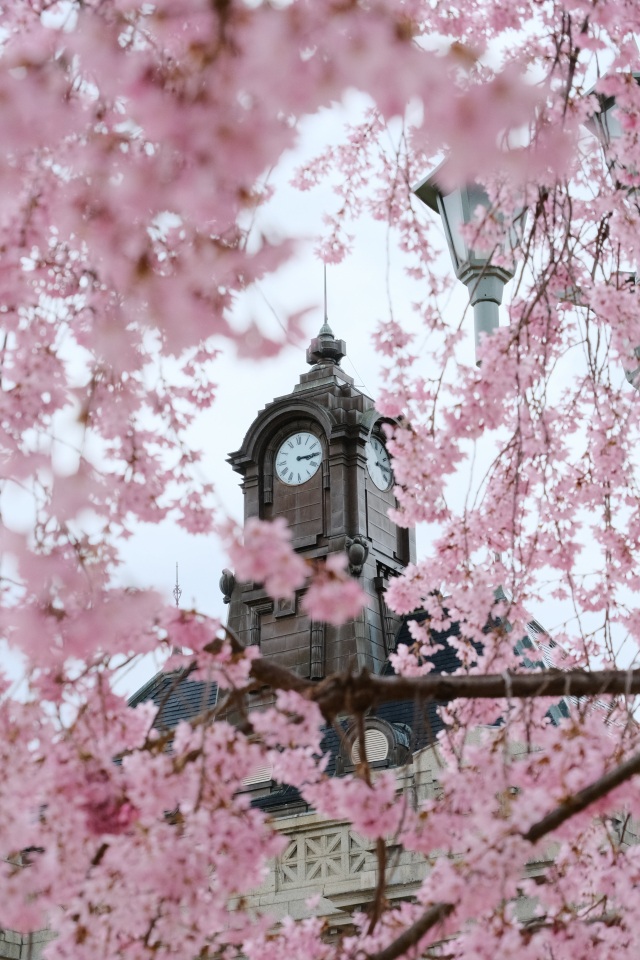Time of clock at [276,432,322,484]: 3:14
